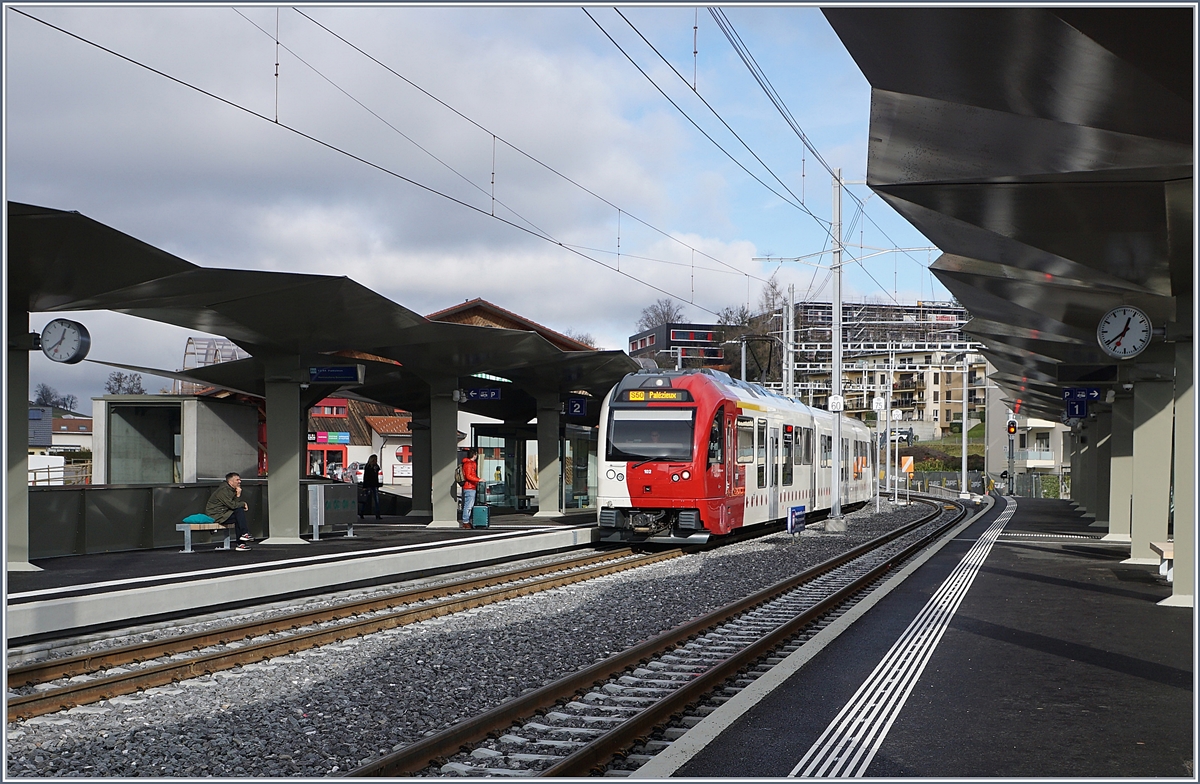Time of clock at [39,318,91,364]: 12:34
